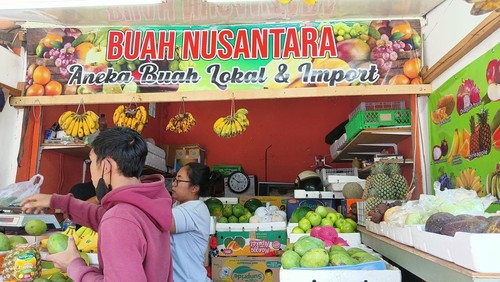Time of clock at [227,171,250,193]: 2:50
